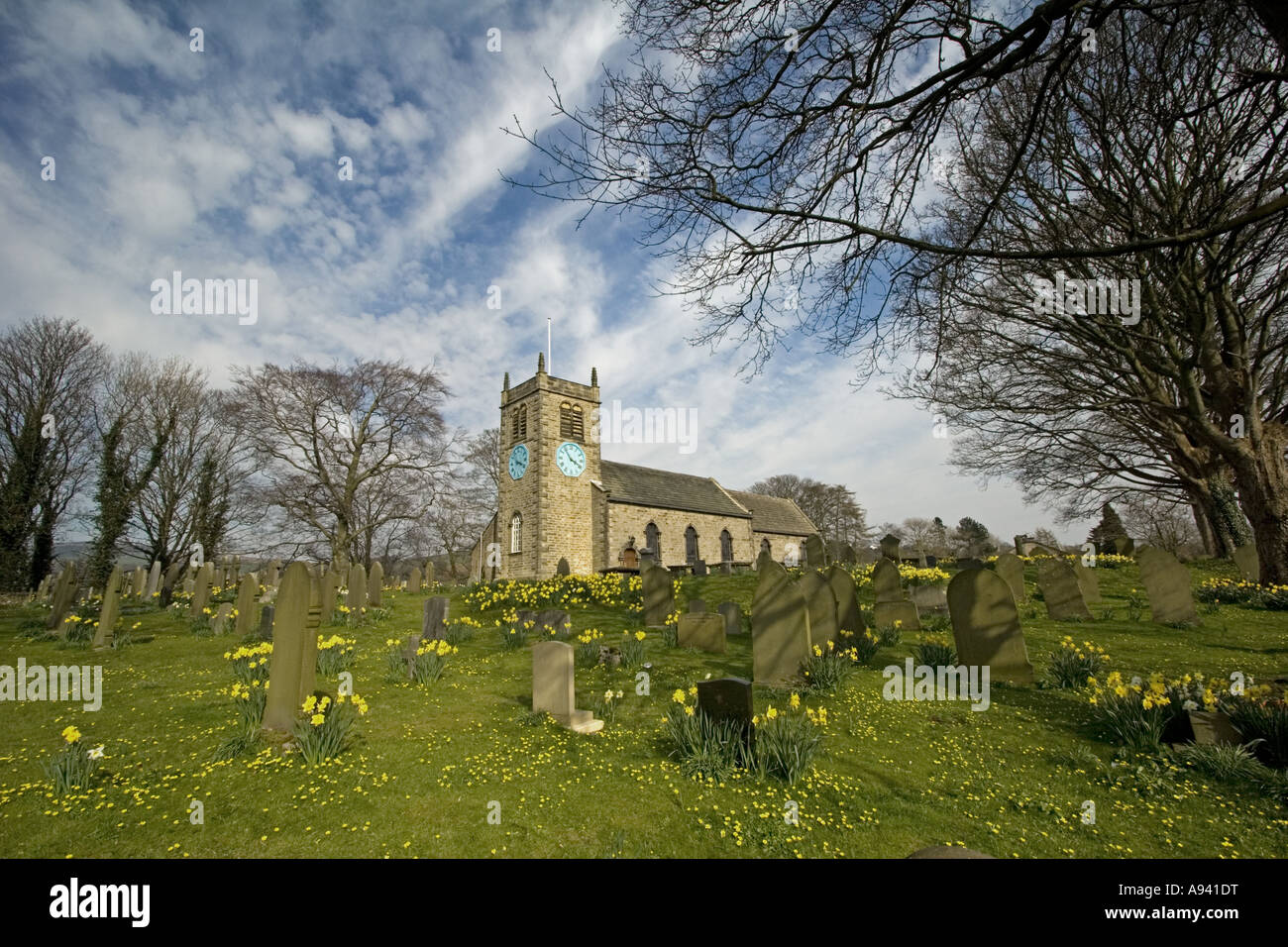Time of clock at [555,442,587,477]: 3:54
